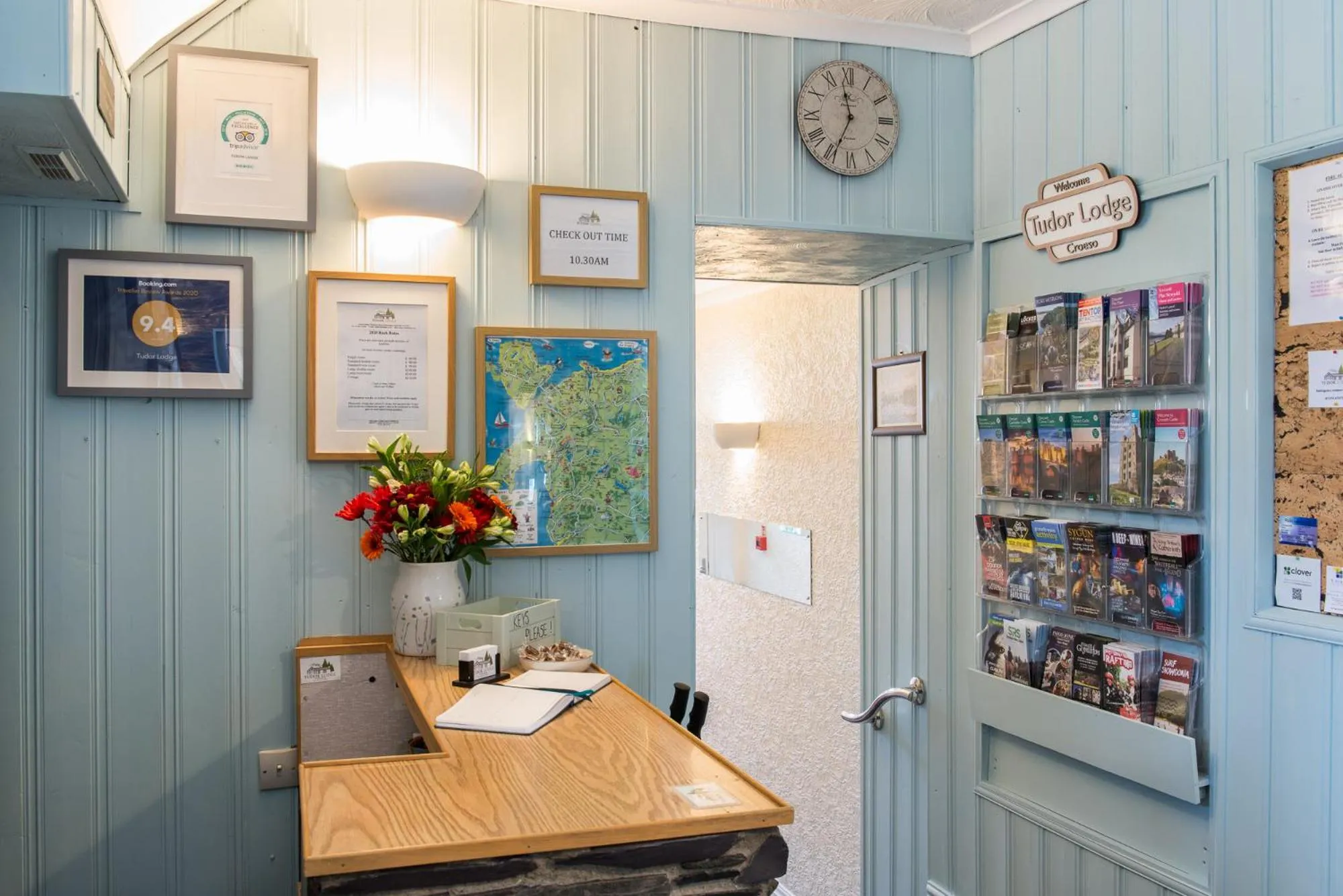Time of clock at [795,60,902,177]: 11:34
